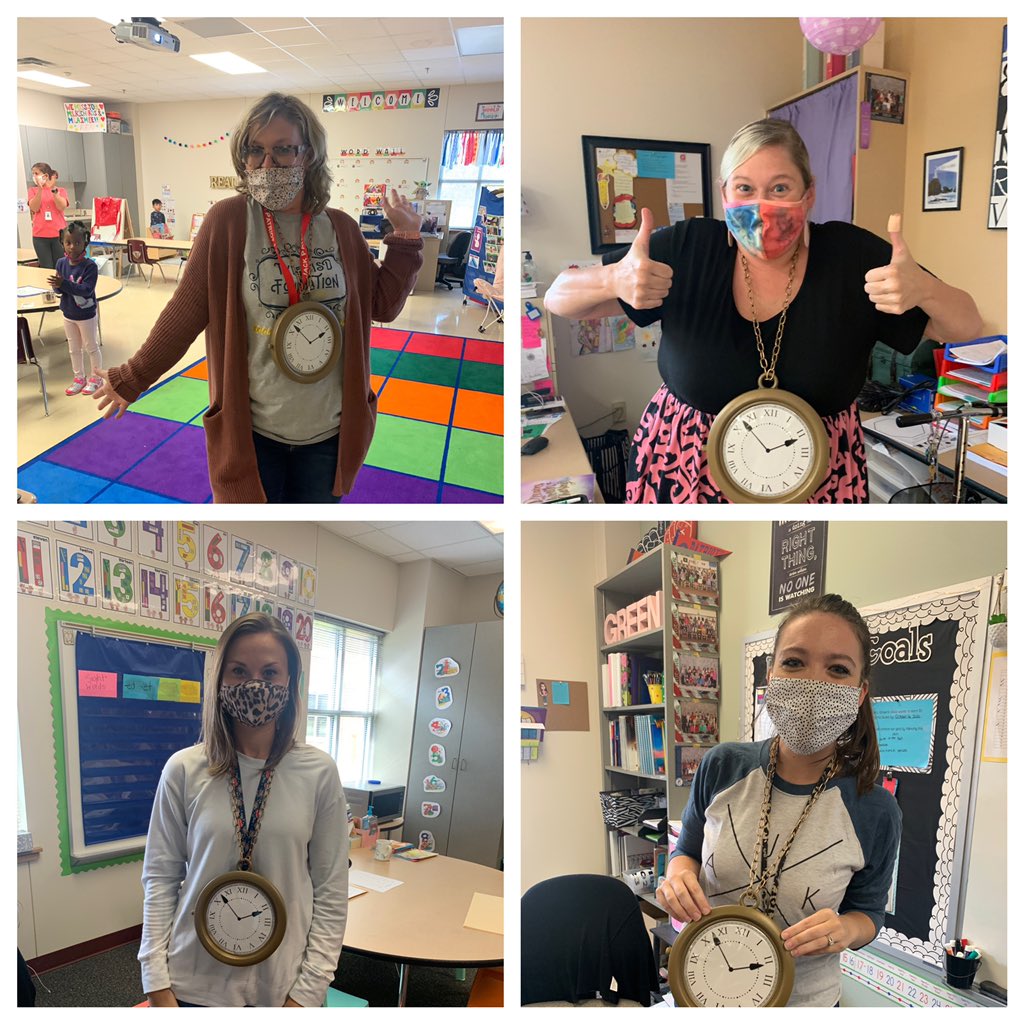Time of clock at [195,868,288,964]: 1:52
